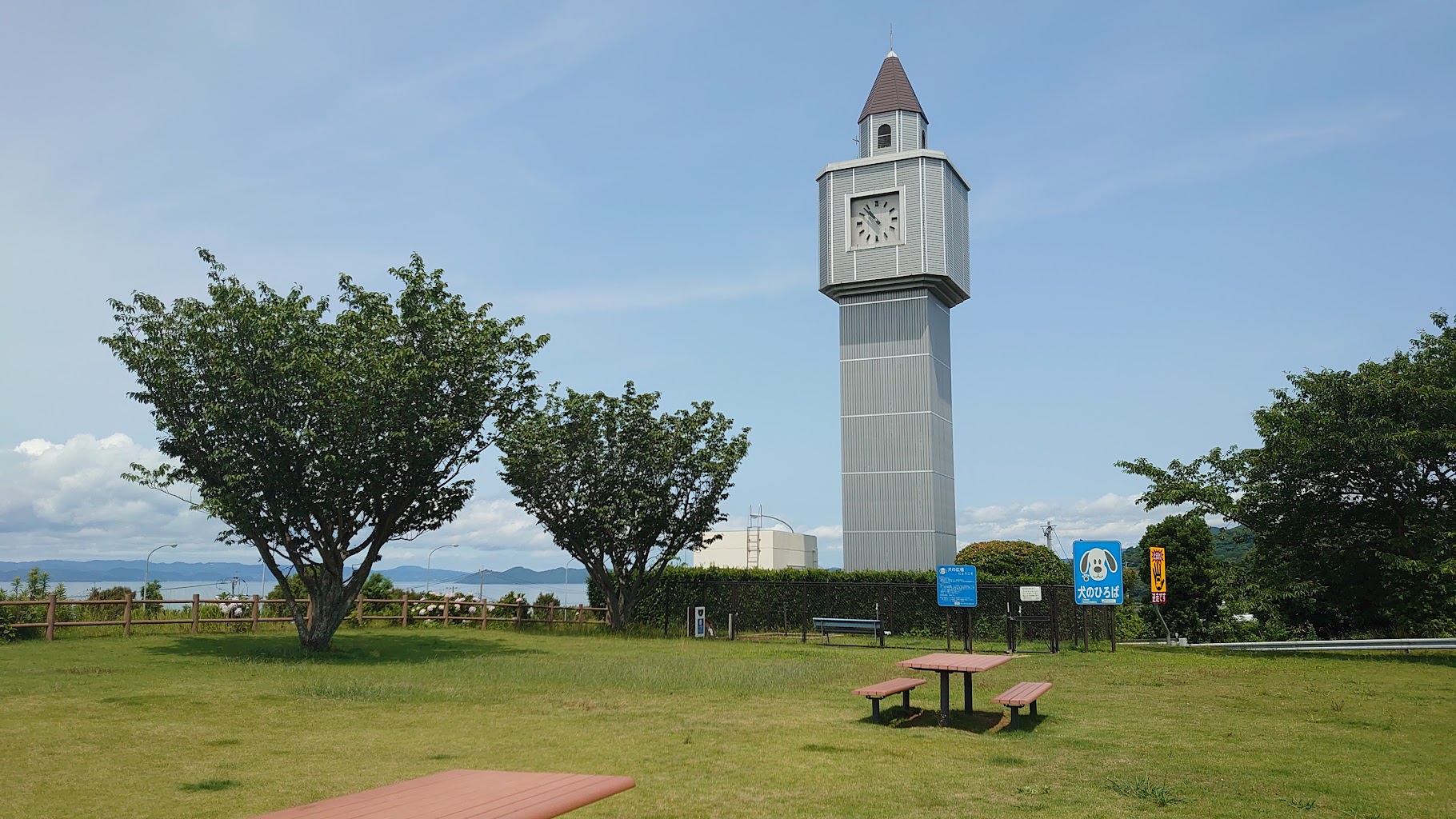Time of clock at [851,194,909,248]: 10:52
